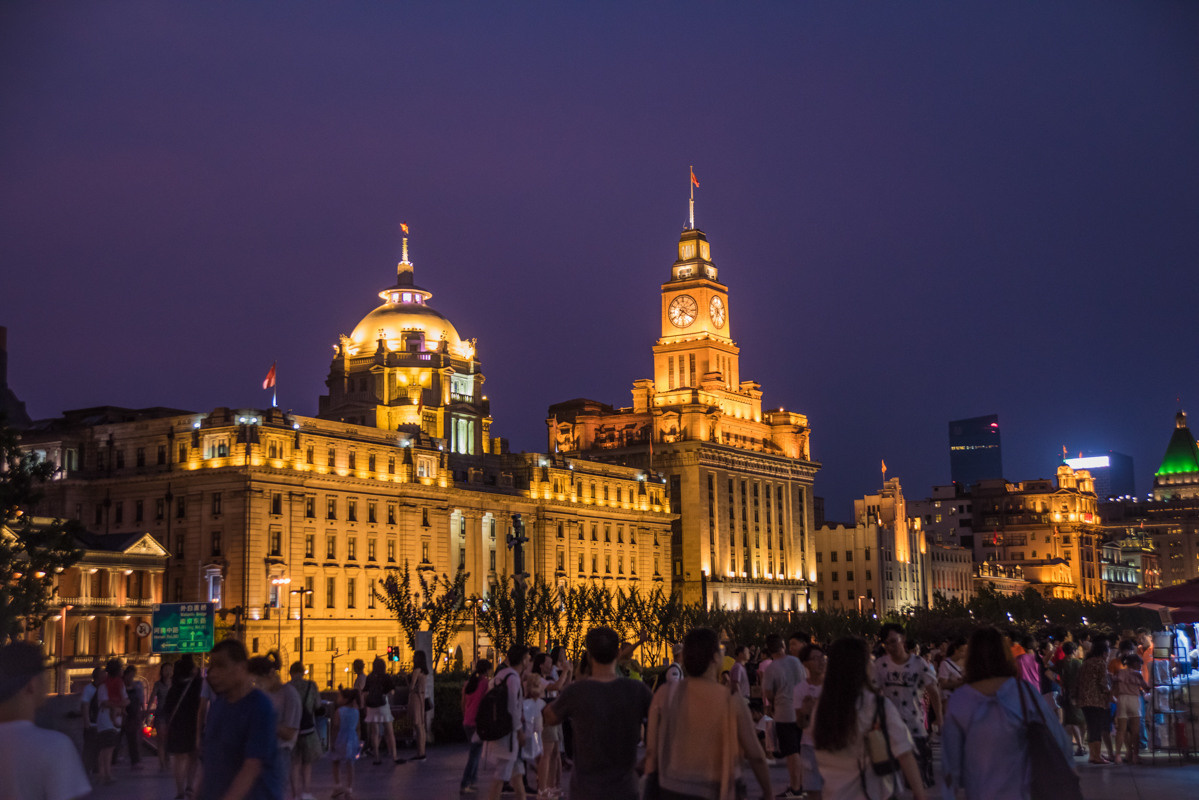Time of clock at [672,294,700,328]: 7:20
